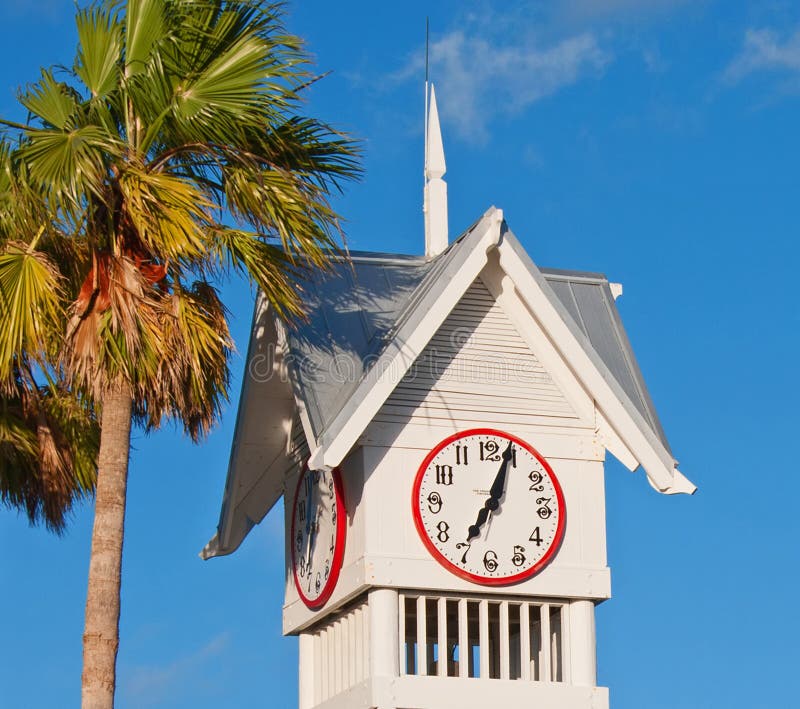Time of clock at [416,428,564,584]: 7:03
